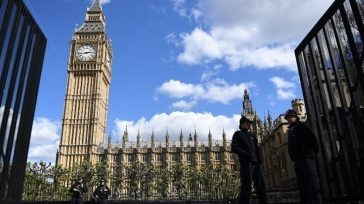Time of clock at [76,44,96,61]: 2:43
